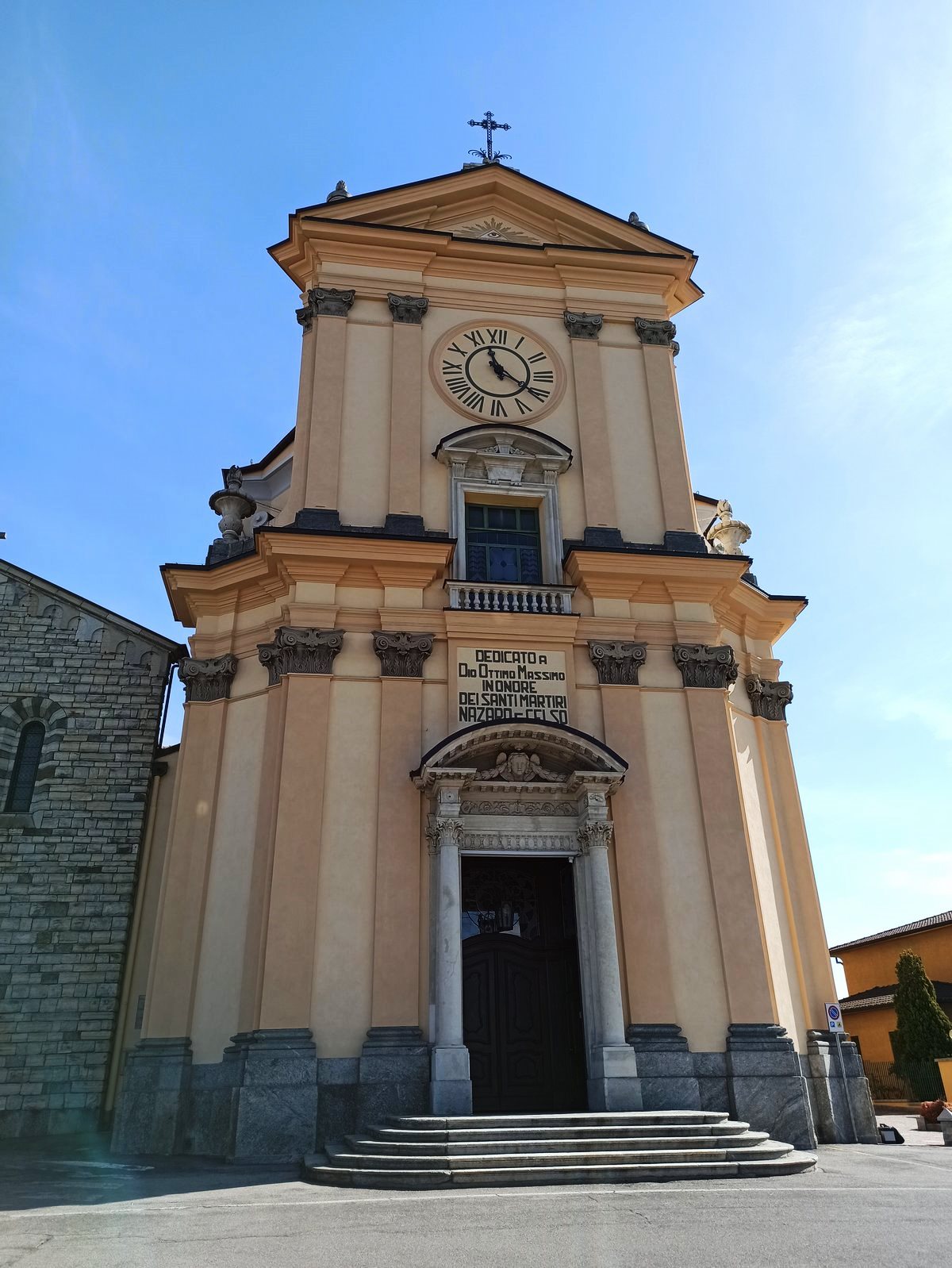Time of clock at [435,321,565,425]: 11:20
